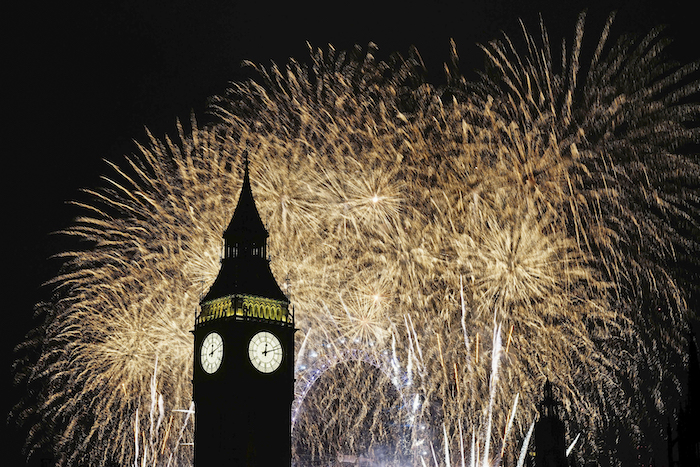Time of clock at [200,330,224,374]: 12:11
